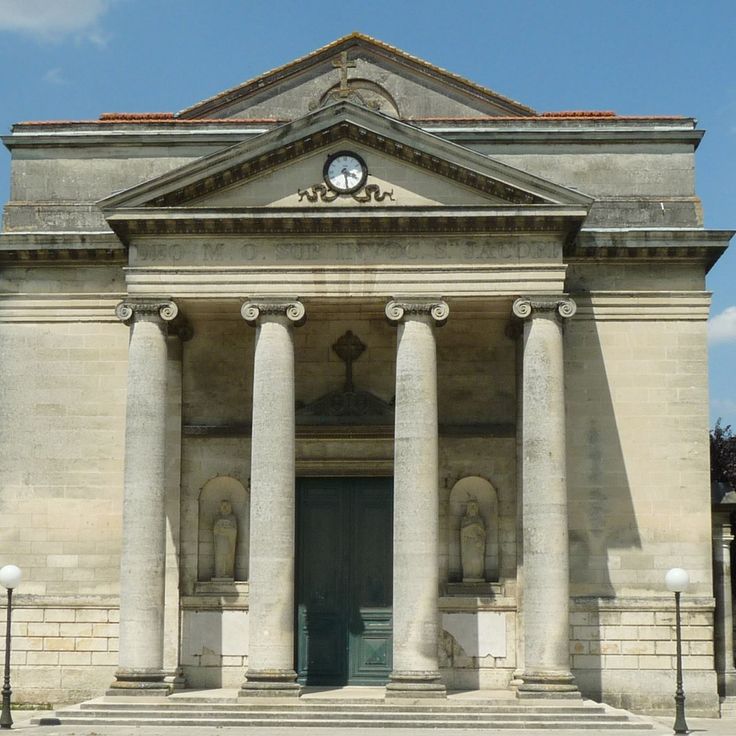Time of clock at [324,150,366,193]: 3:28
